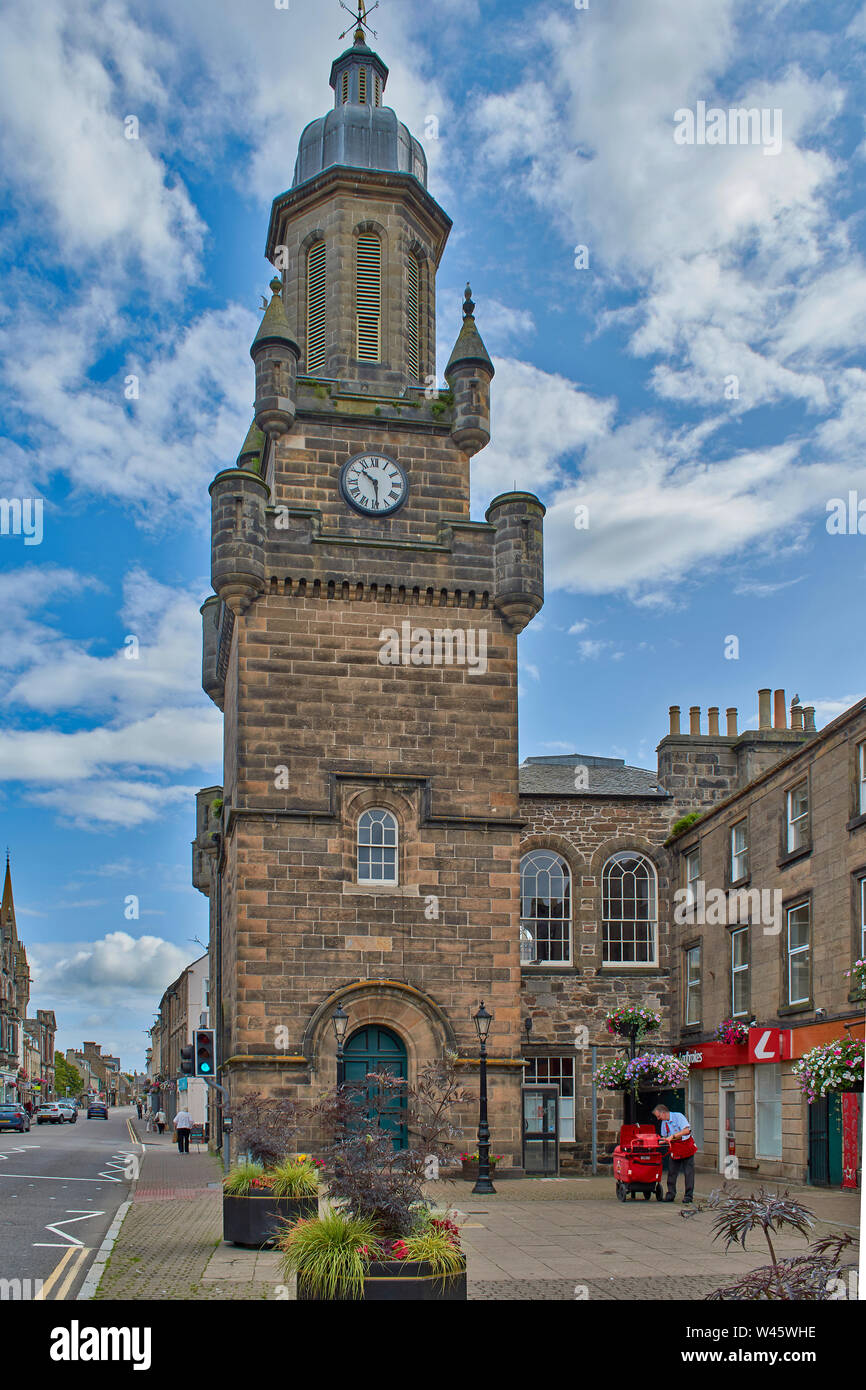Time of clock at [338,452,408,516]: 10:29
